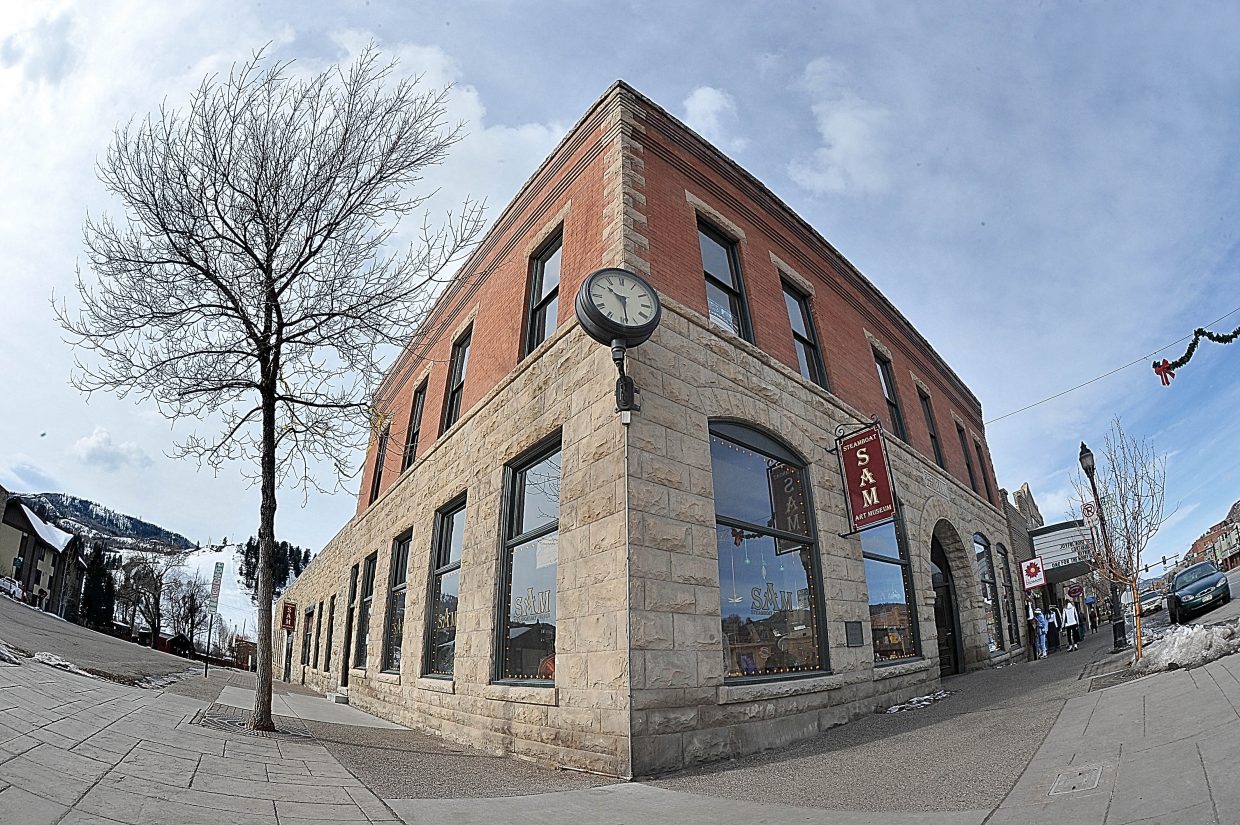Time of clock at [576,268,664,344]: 10:28
